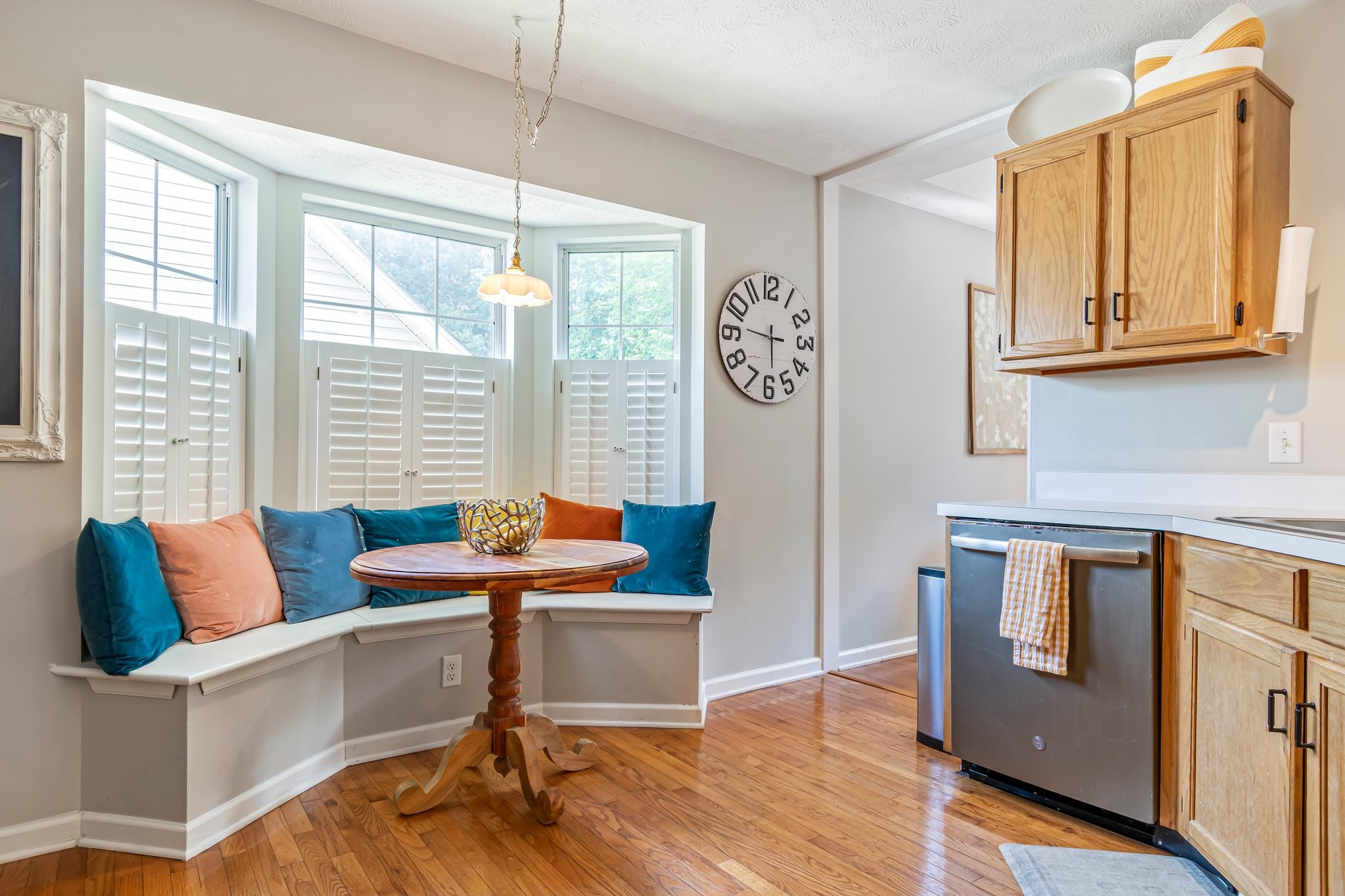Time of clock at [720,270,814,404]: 5:46
